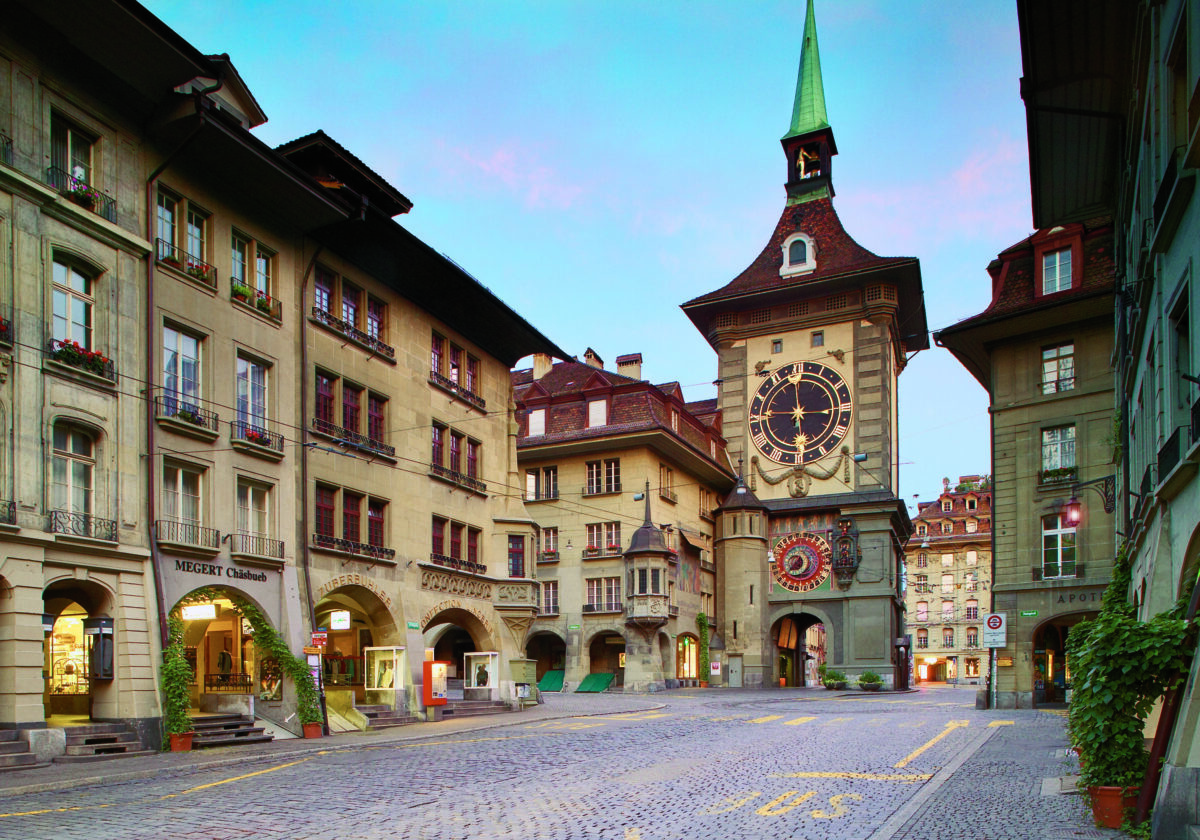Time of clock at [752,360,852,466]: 5:45
